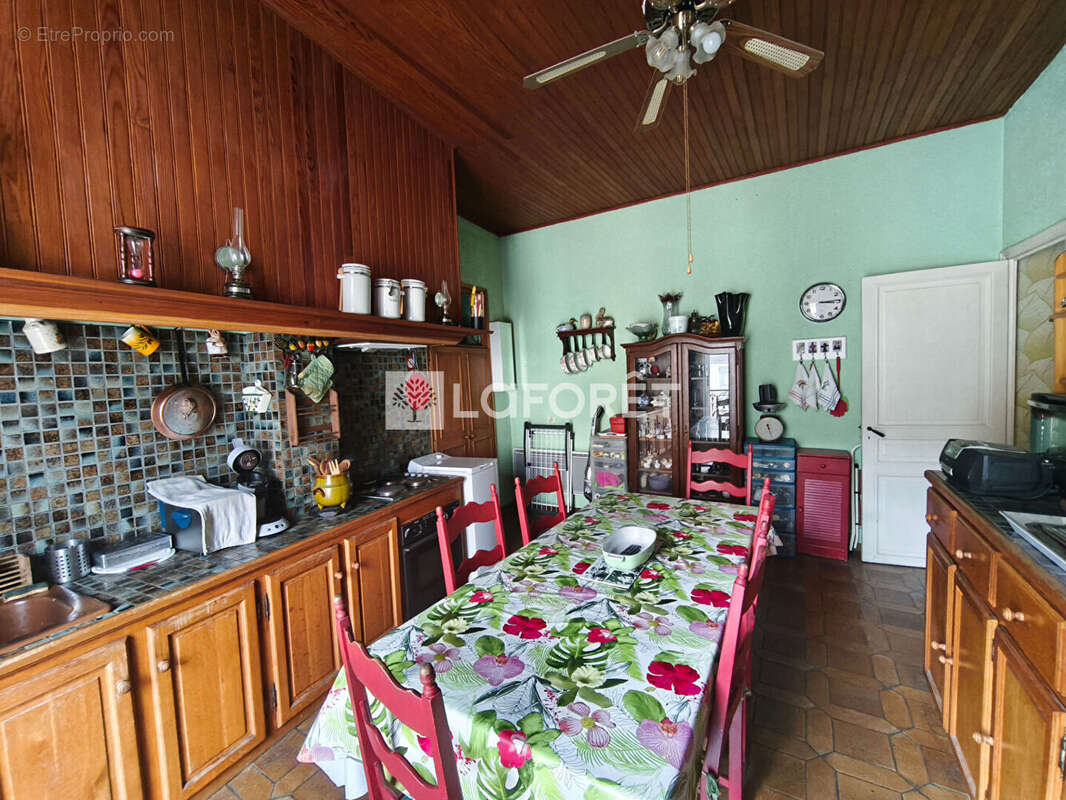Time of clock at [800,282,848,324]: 3:14
